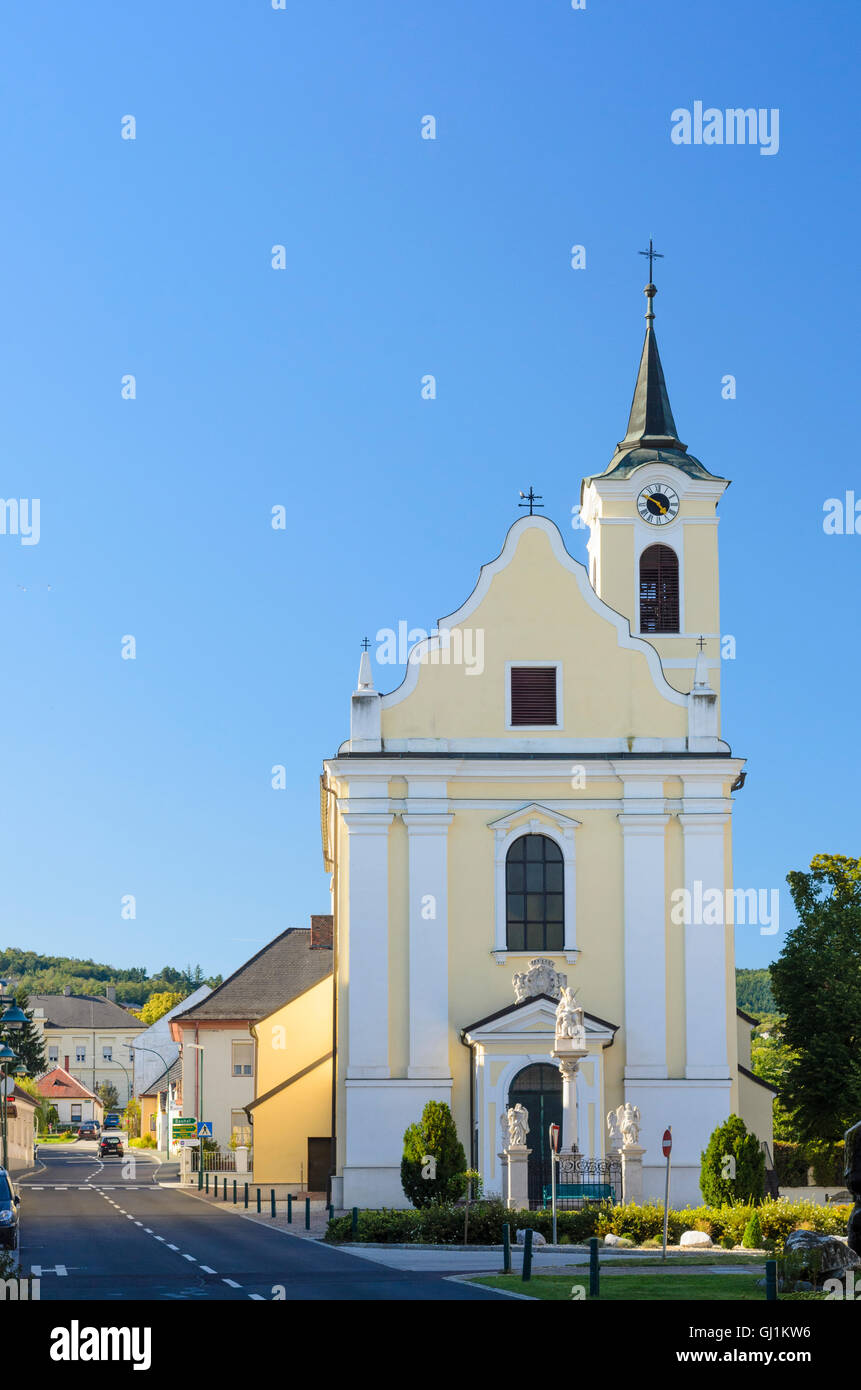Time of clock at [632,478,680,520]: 4:49
